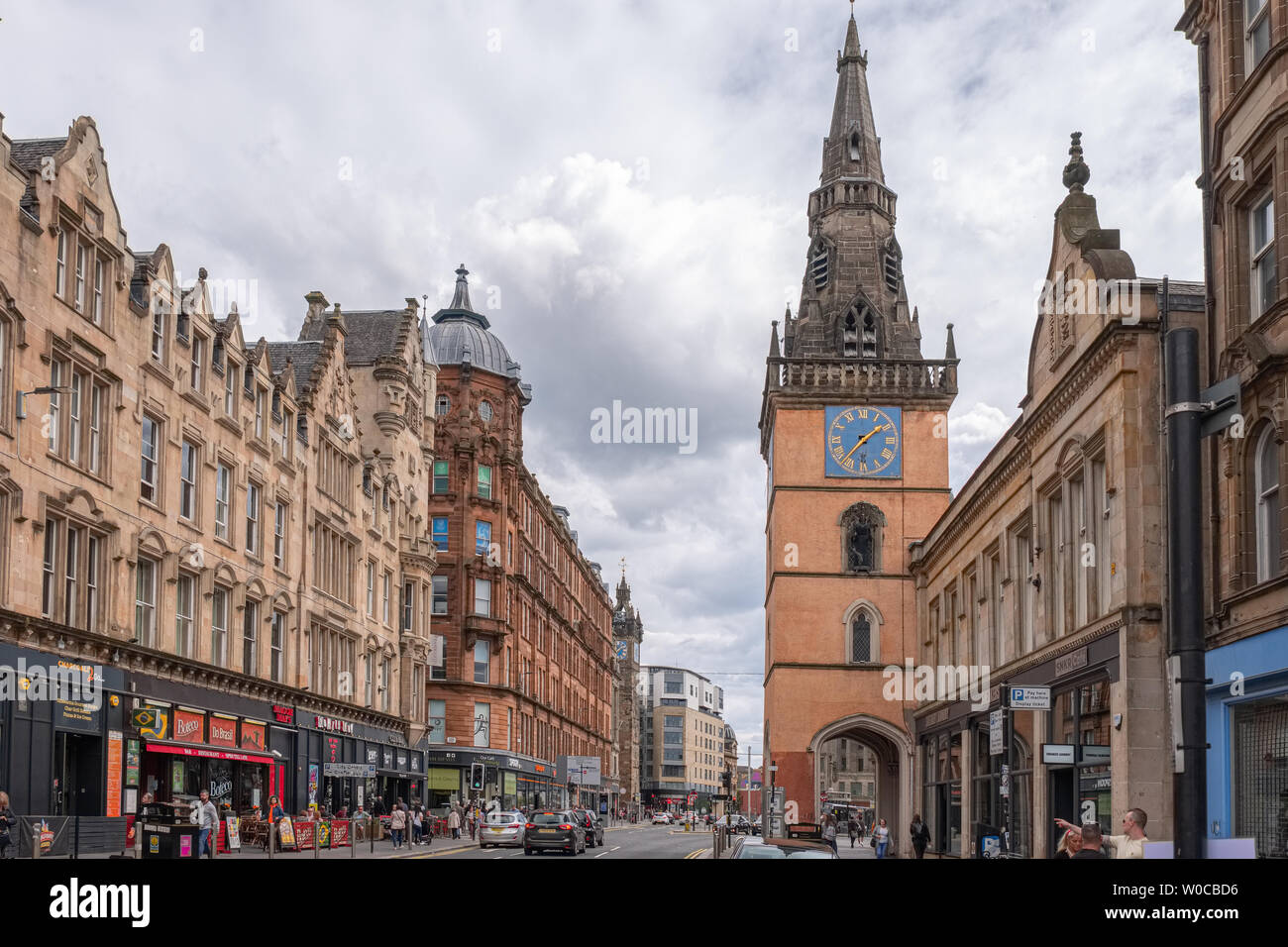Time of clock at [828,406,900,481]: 1:37
